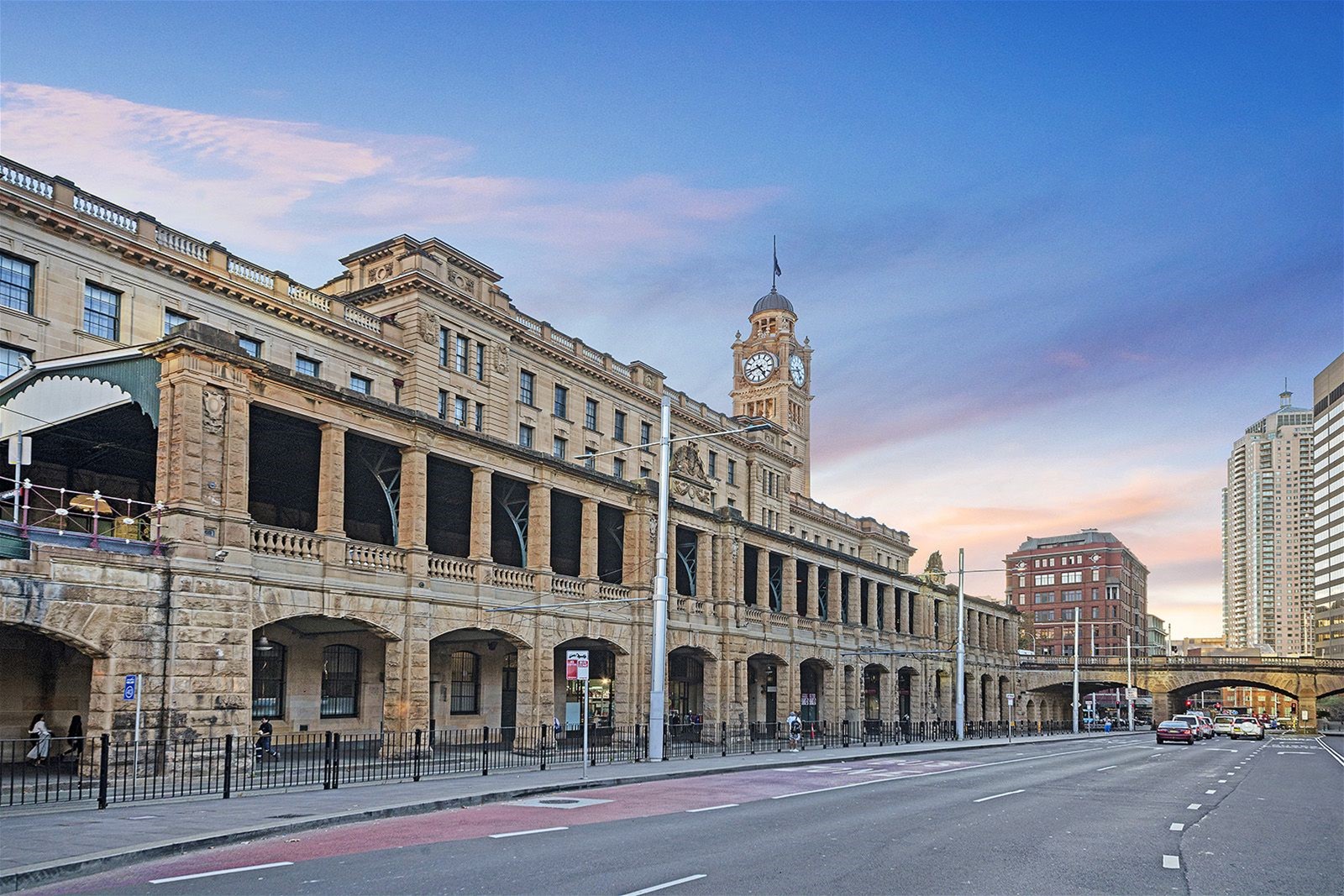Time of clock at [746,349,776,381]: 4:42
